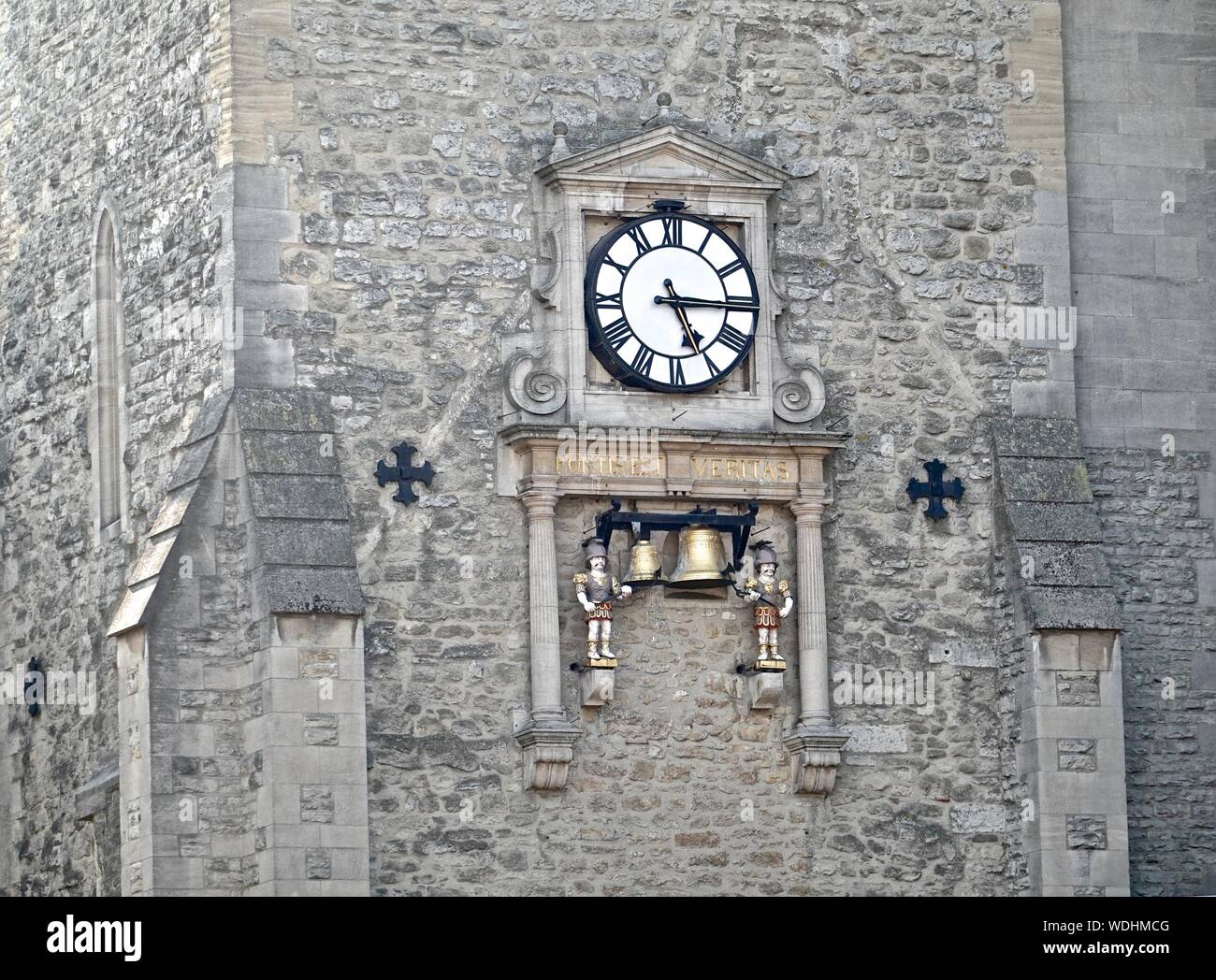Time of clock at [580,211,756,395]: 5:15
